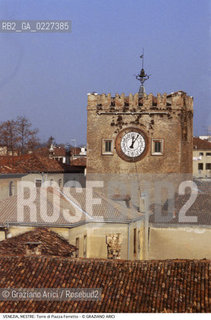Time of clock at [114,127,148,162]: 12:05
